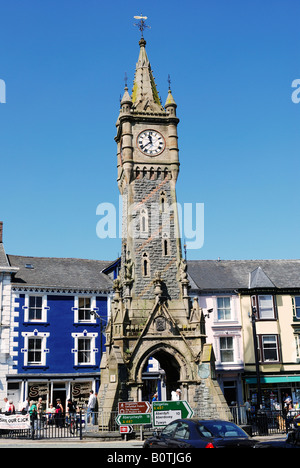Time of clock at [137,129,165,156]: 11:38
